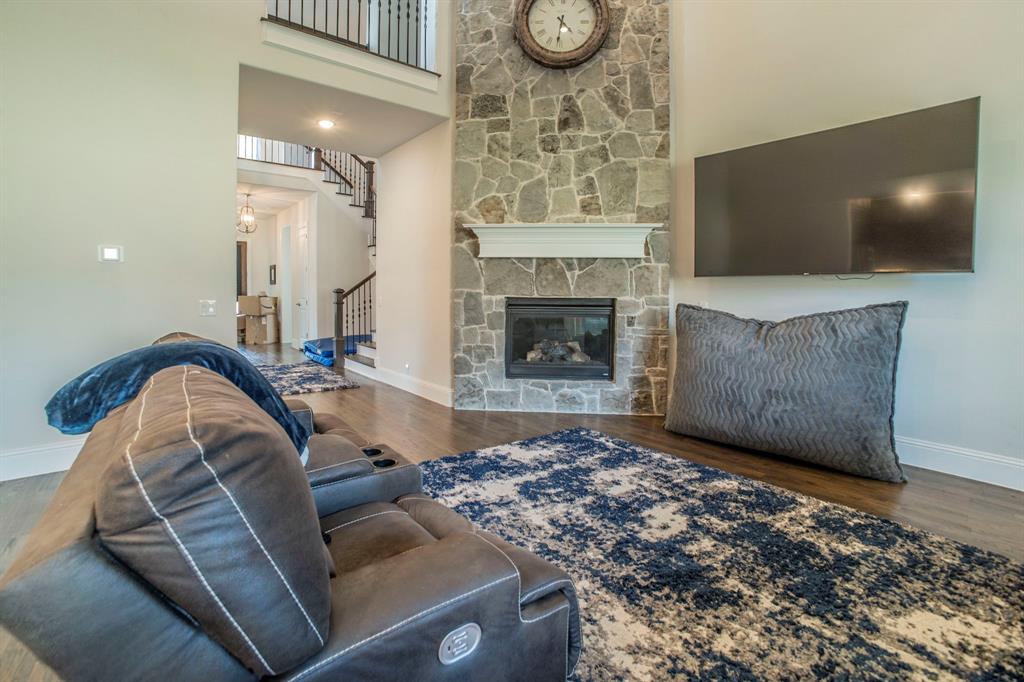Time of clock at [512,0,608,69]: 4:31
